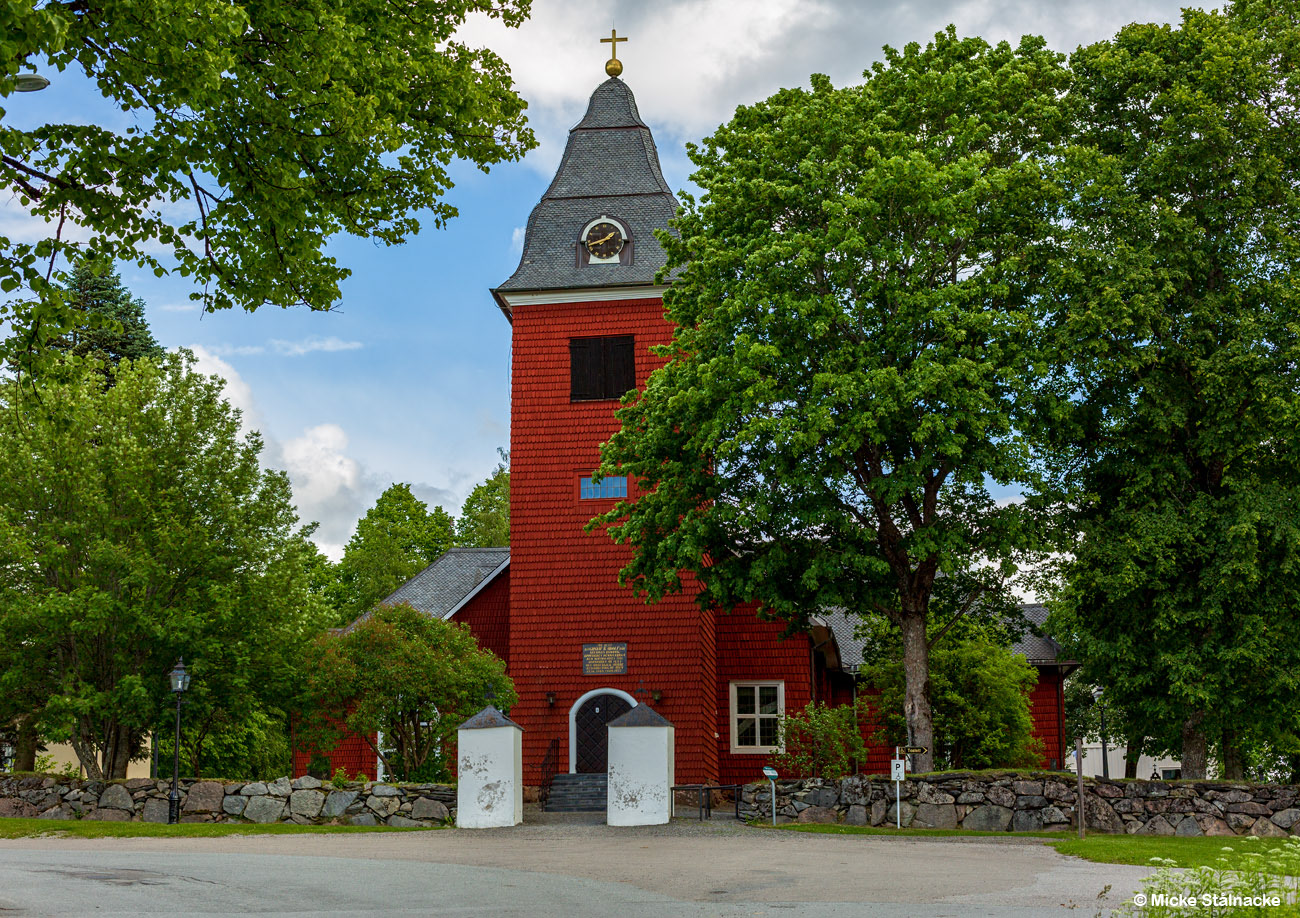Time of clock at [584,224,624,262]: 1:42
